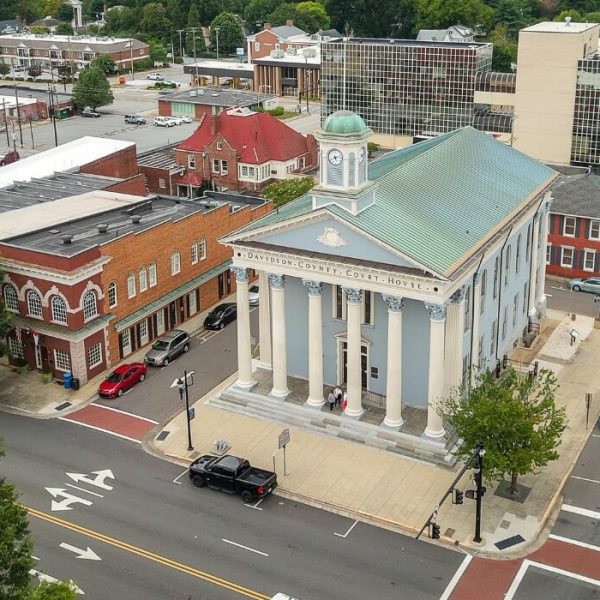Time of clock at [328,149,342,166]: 5:11
